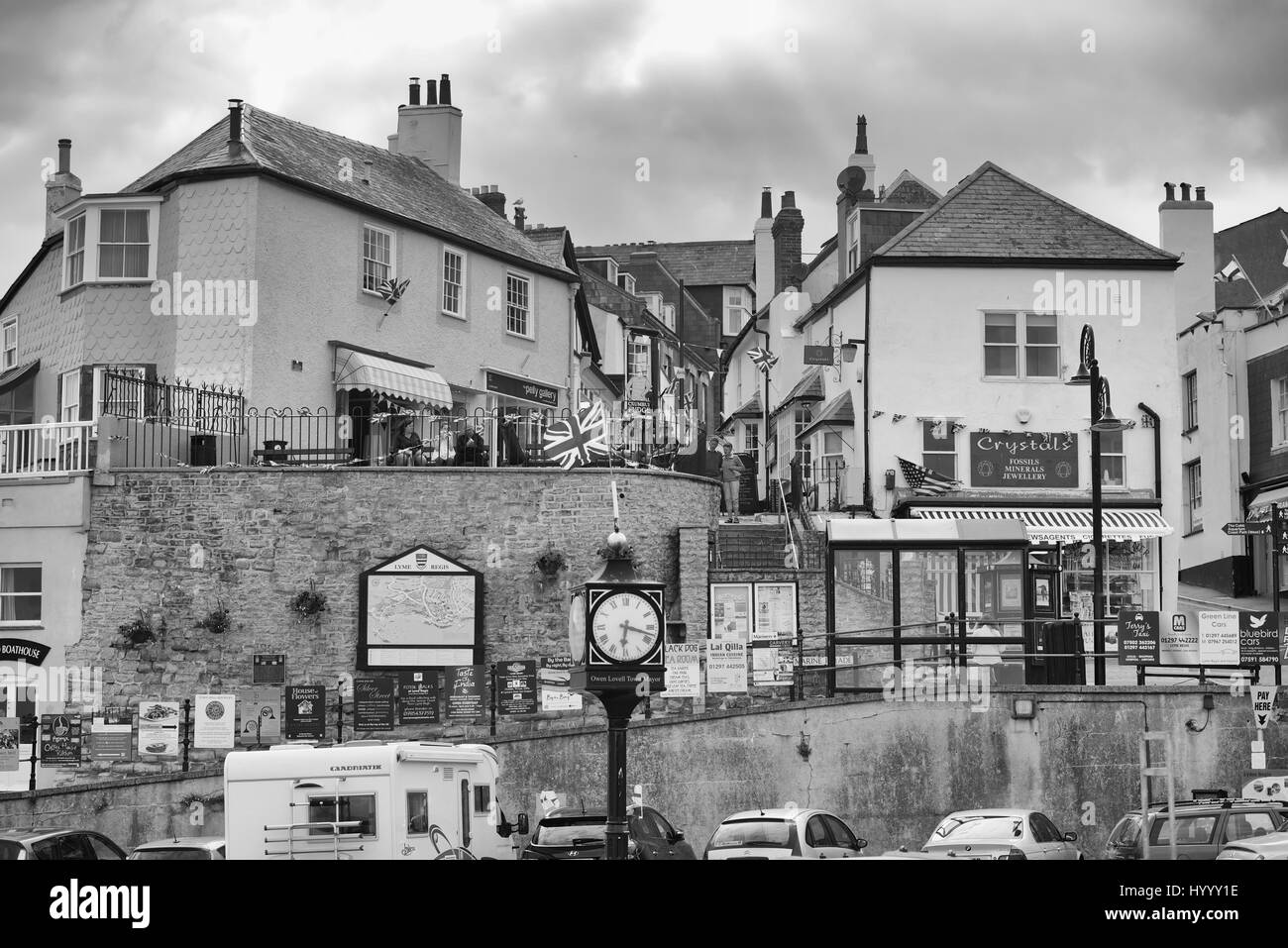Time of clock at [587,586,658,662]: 6:17
